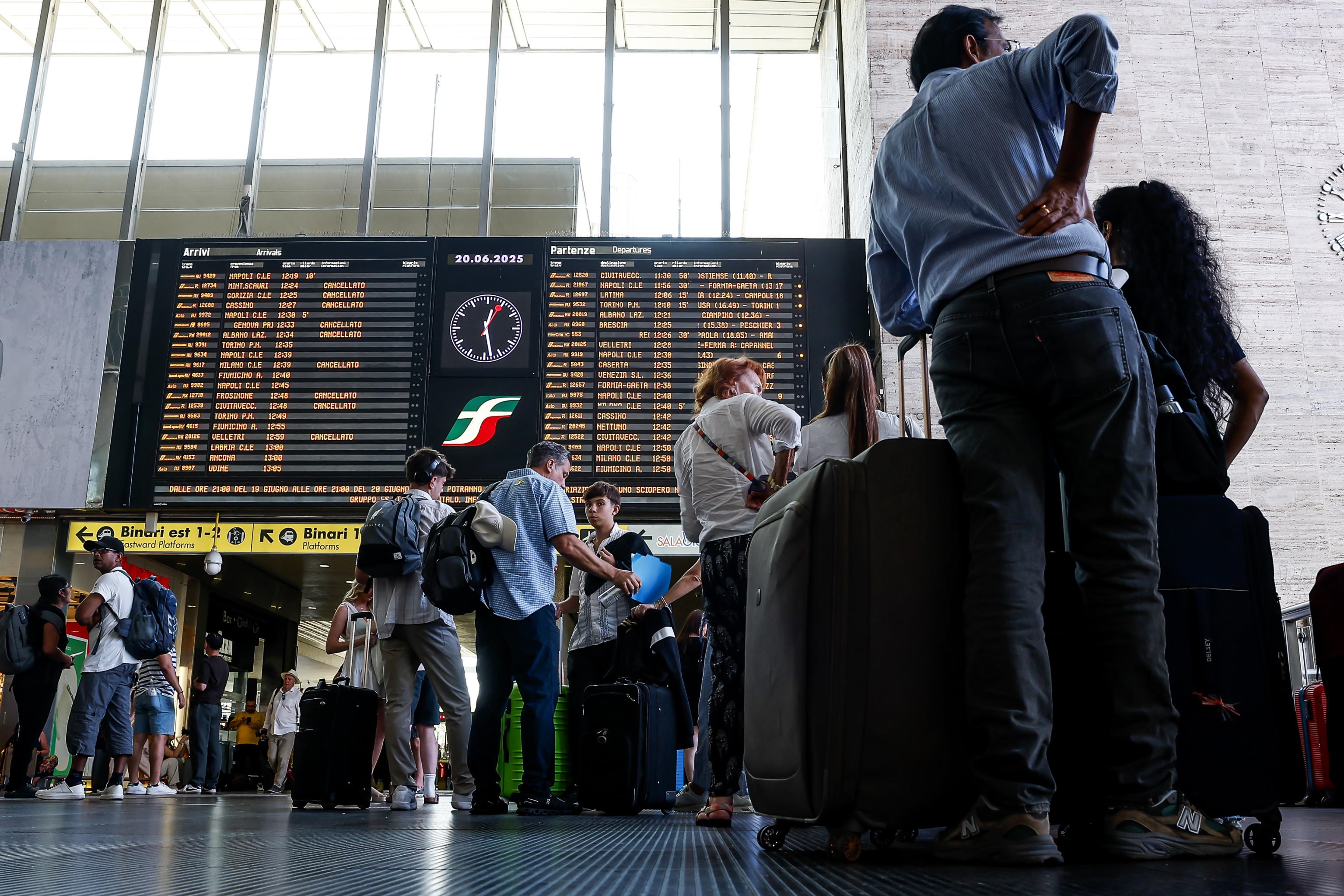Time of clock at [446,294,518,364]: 12:28
